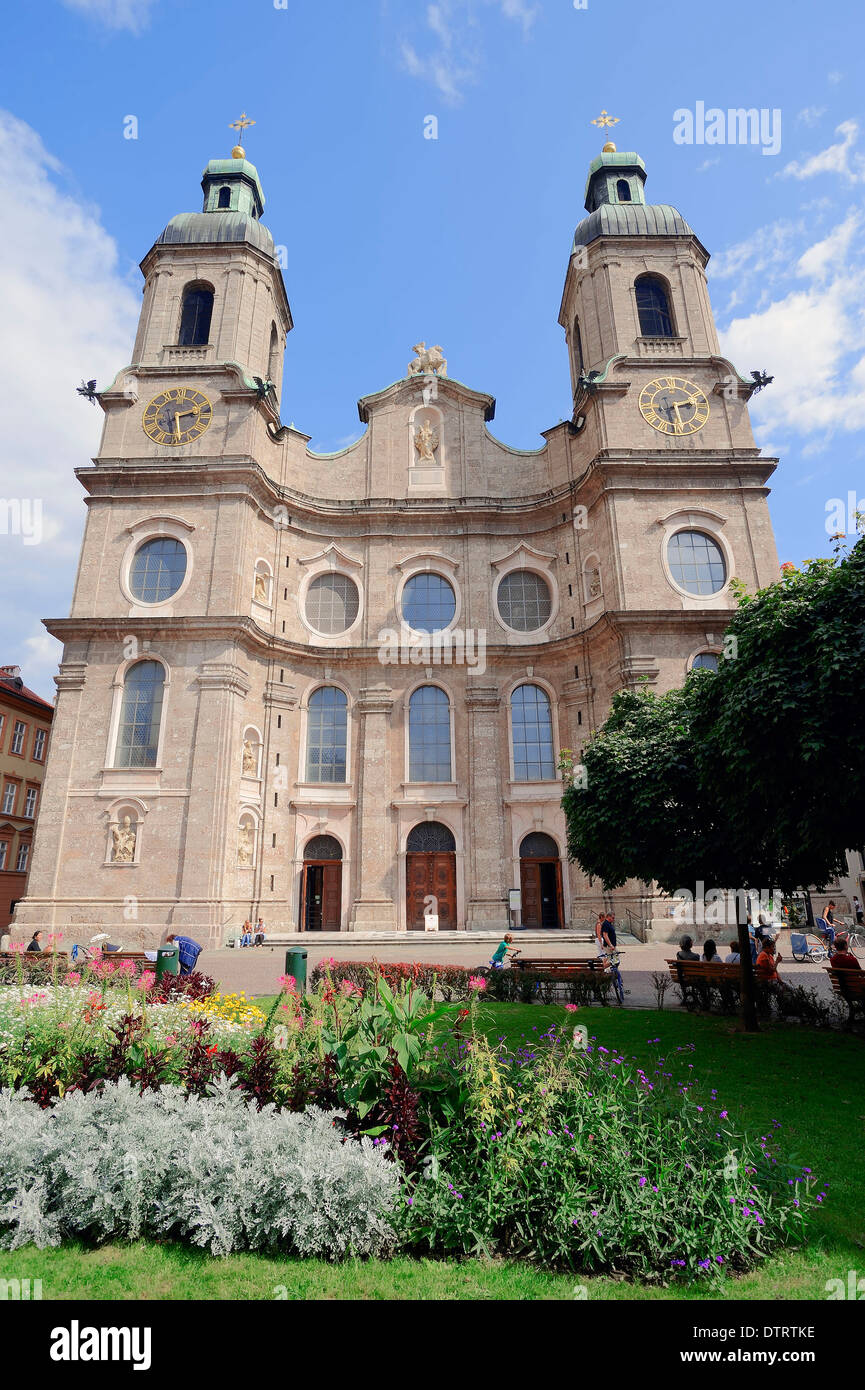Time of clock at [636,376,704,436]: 2:29
